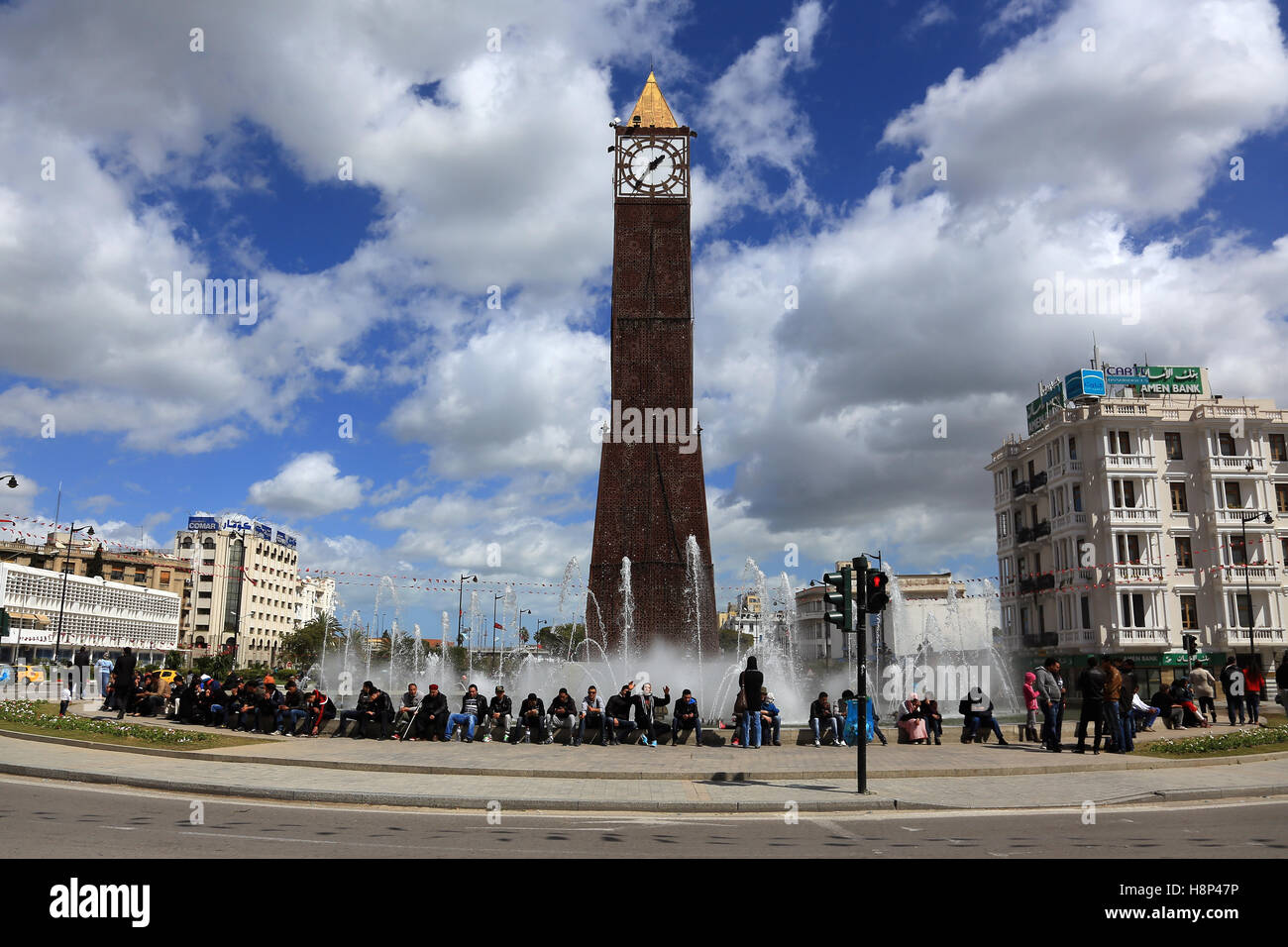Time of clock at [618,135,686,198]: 1:36
